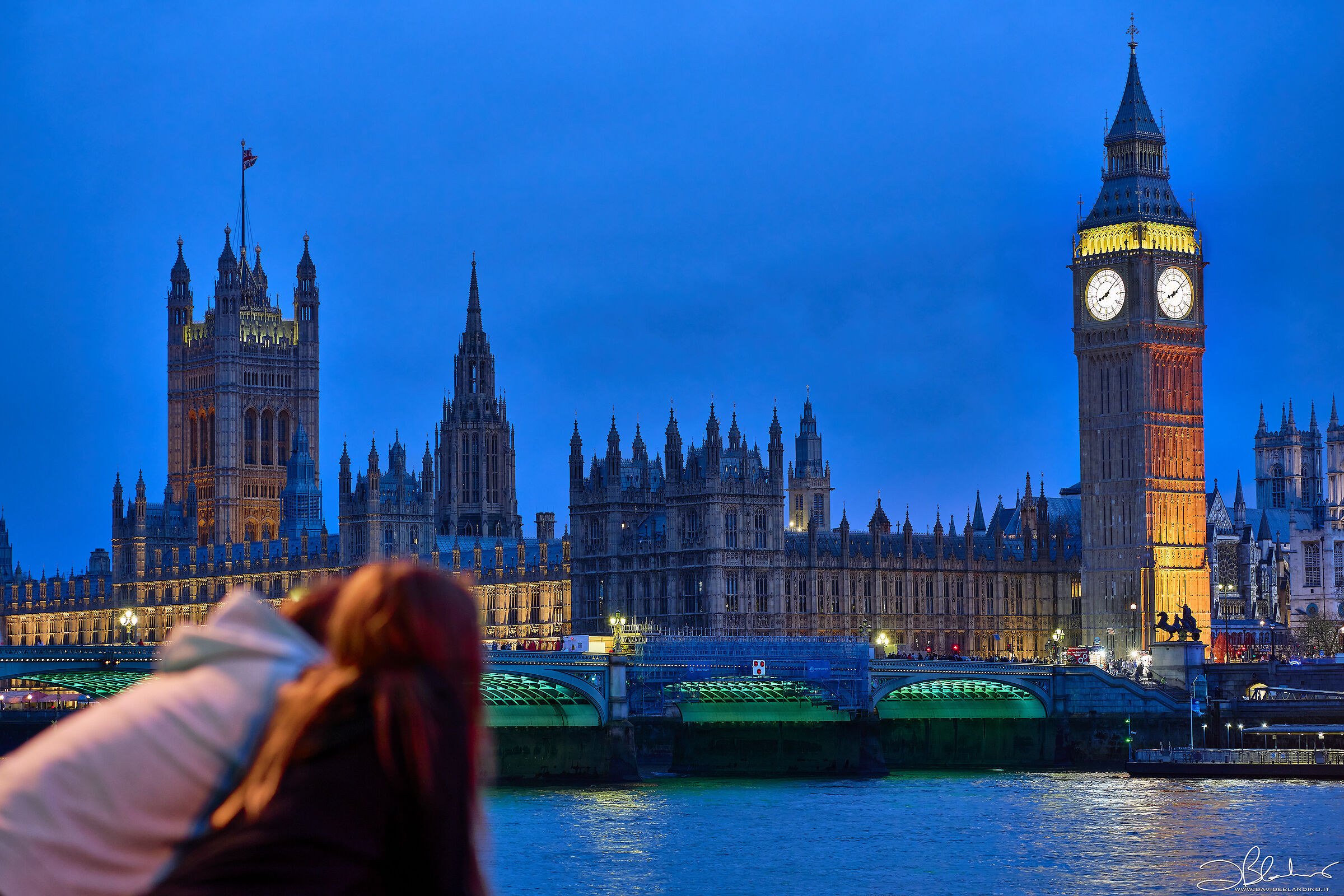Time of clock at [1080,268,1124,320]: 8:07
